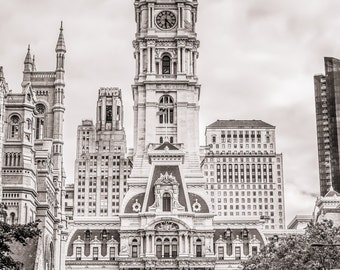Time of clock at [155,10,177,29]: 6:23
